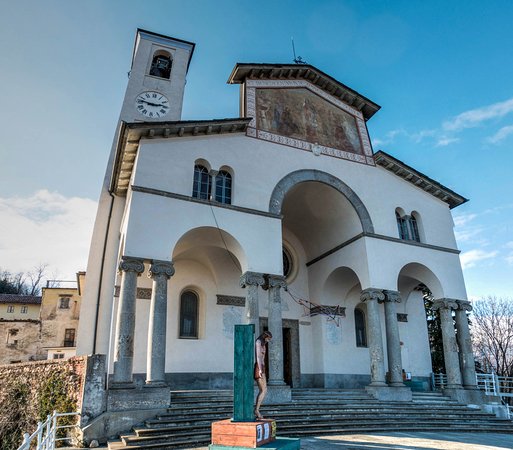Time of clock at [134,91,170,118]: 2:46
